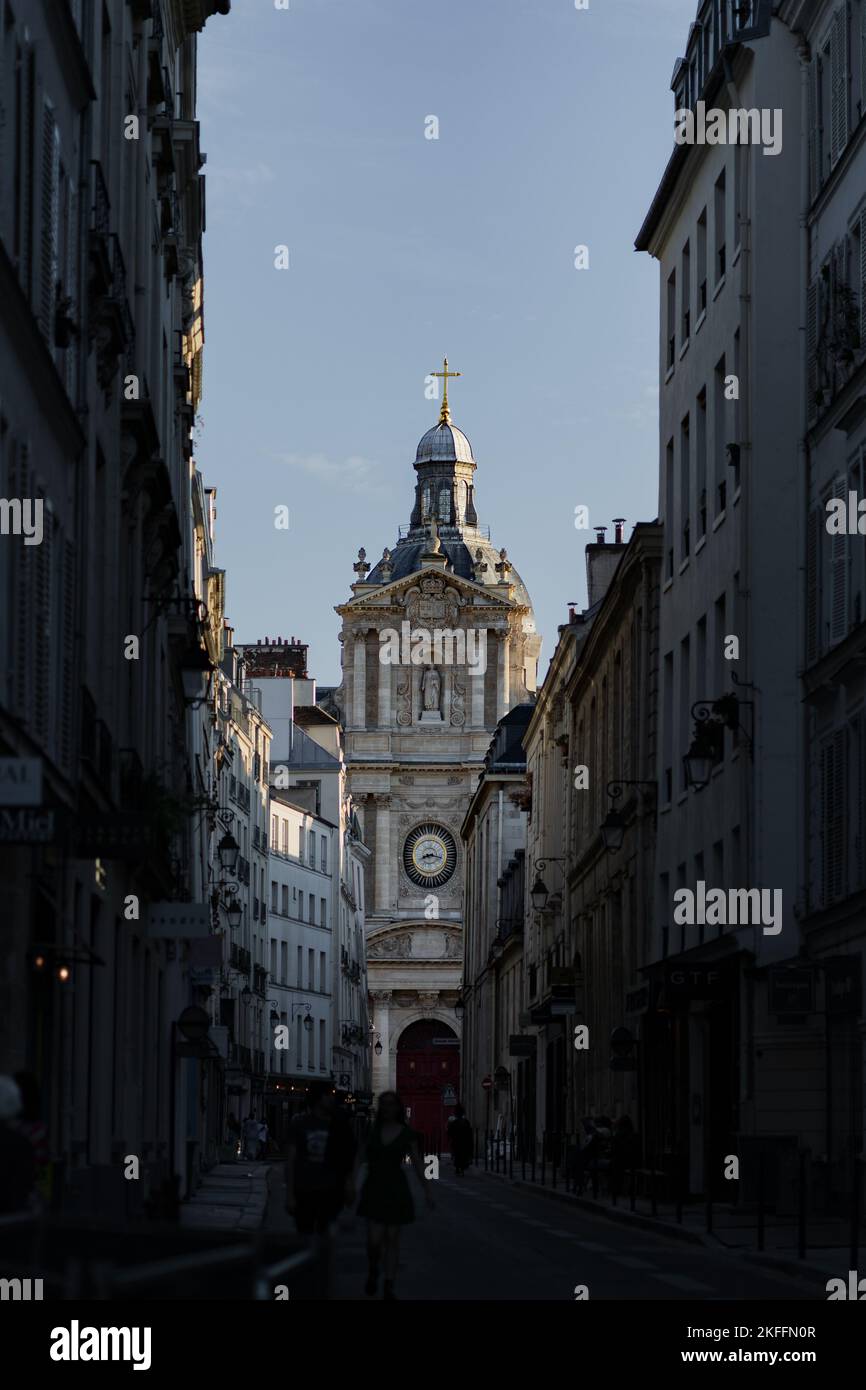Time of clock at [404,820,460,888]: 8:16
